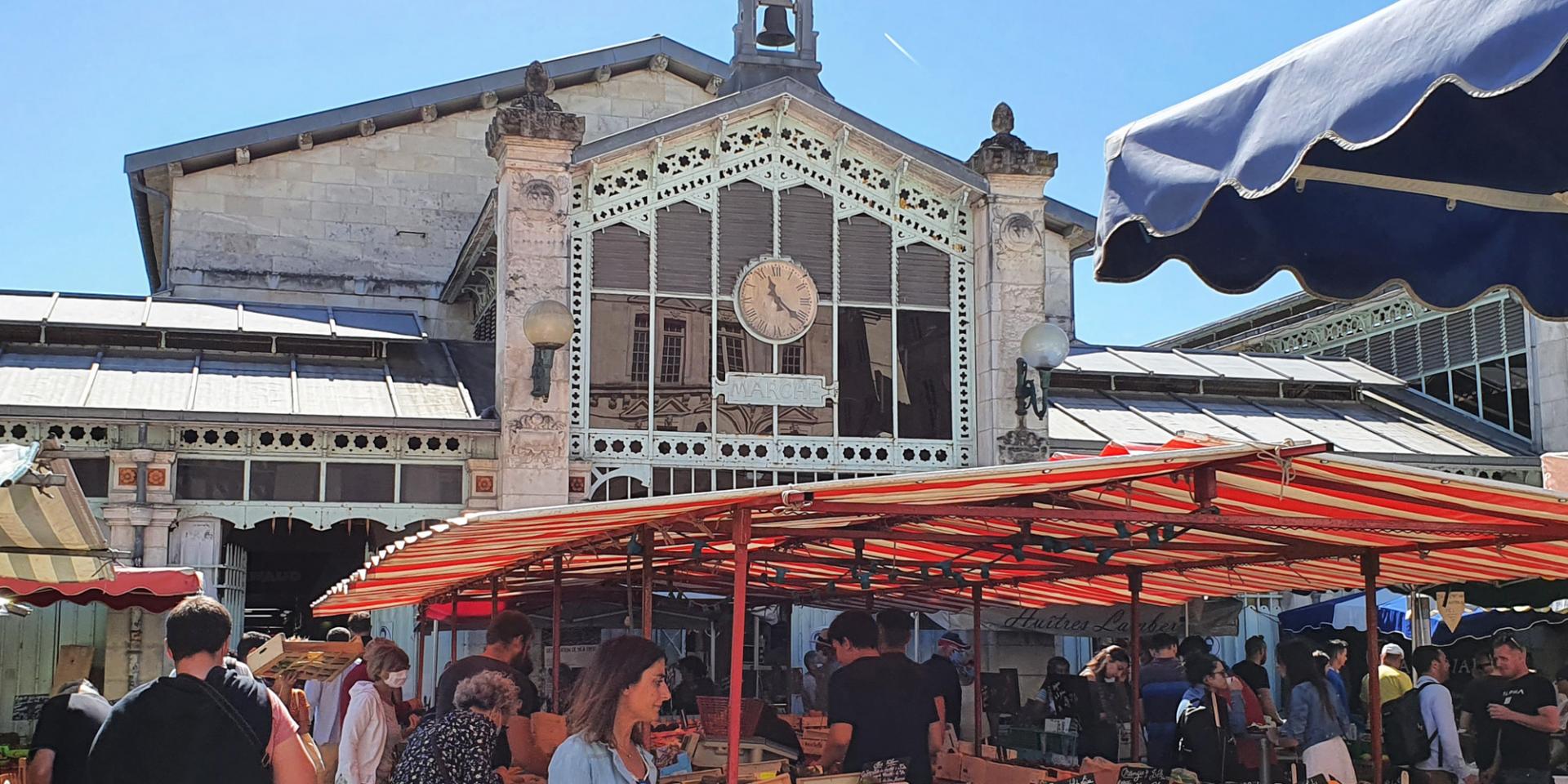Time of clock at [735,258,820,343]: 11:21
